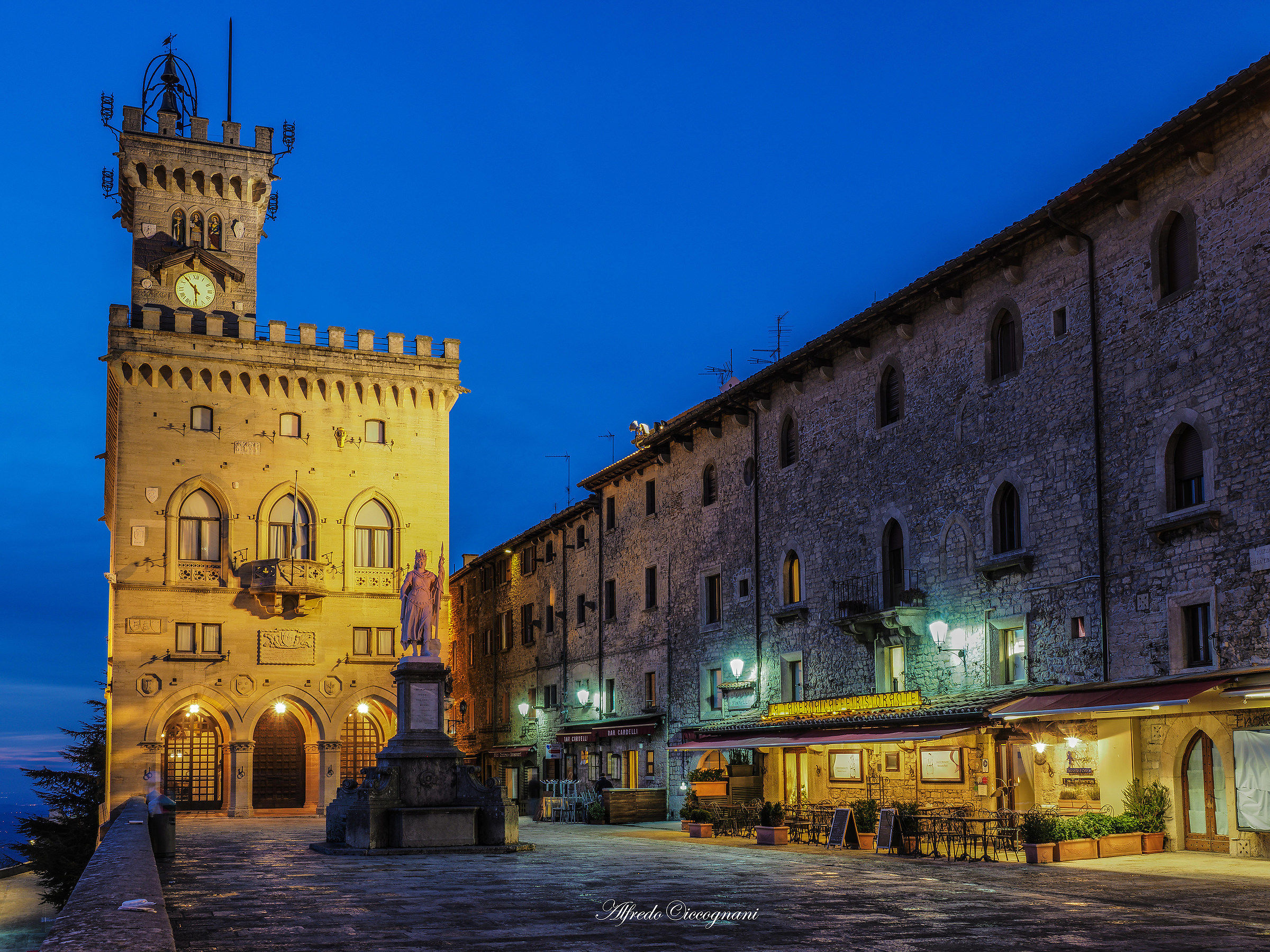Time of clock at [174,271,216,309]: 5:53
